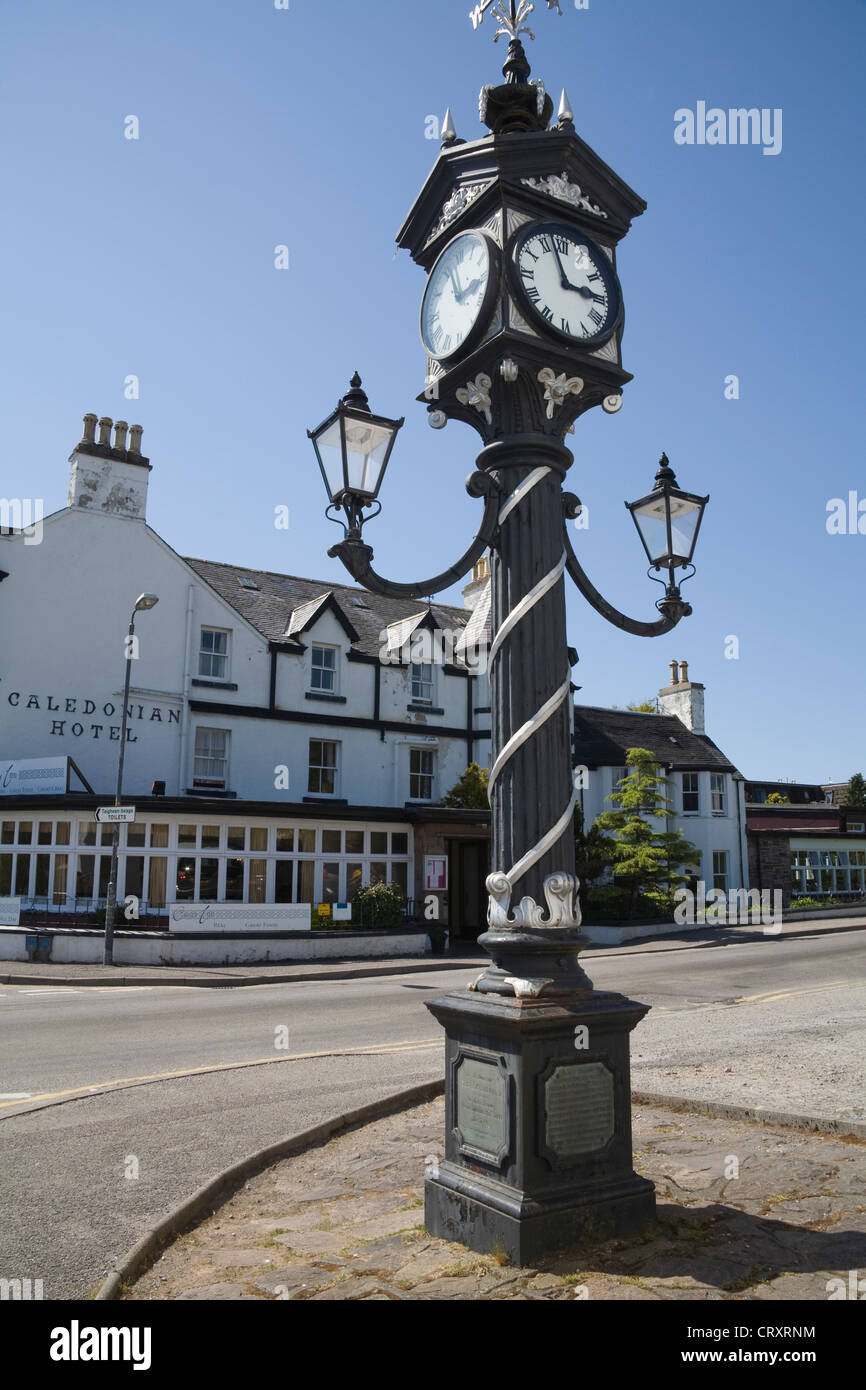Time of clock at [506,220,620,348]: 2:57
